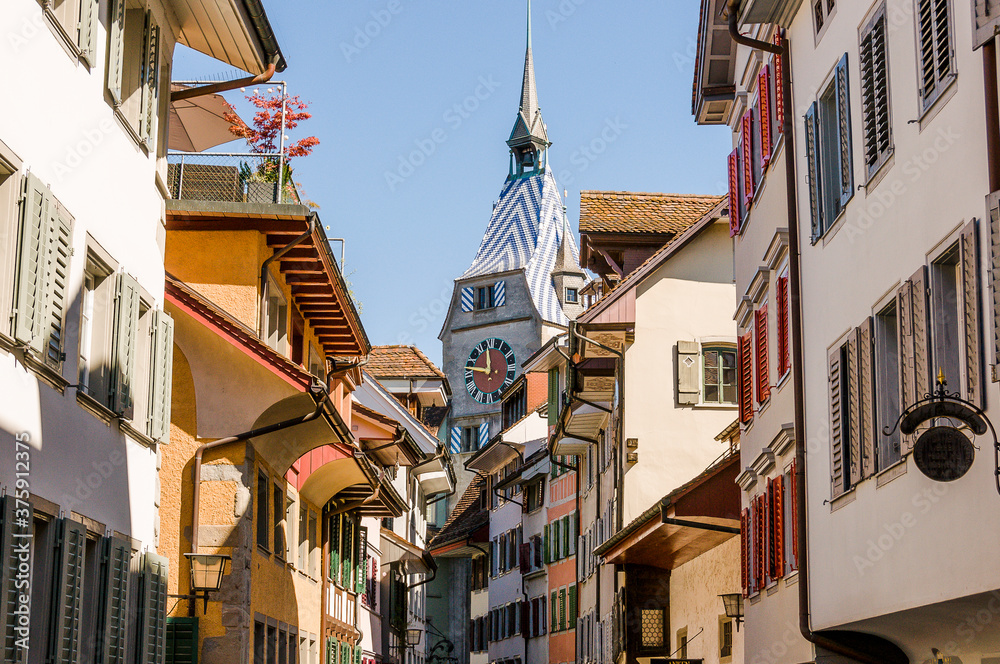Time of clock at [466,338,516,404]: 11:46
